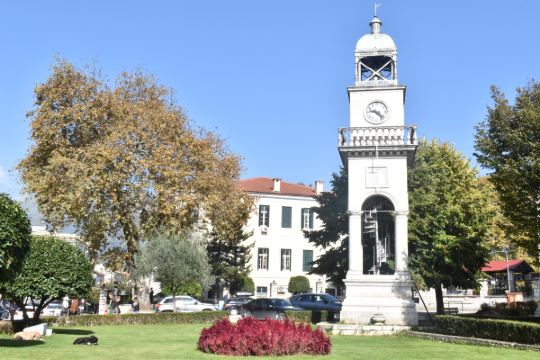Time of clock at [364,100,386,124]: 9:22
